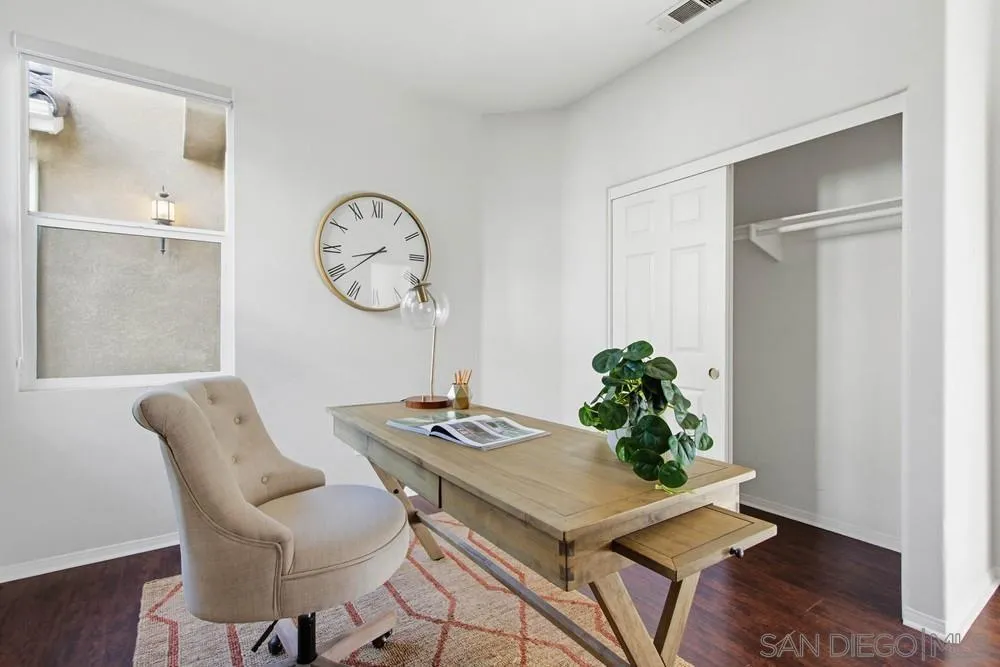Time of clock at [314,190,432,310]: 8:38
